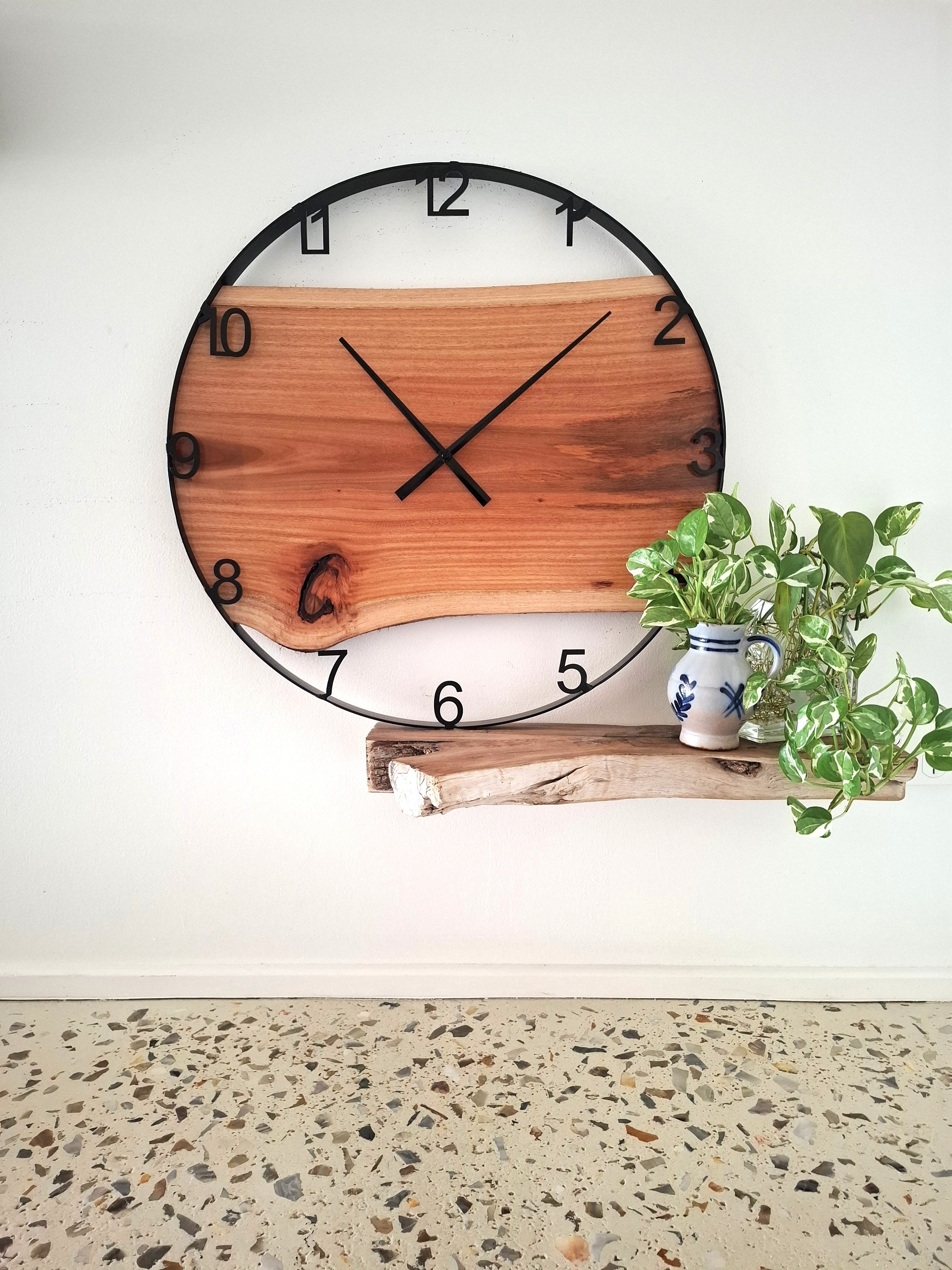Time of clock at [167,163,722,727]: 11:08
